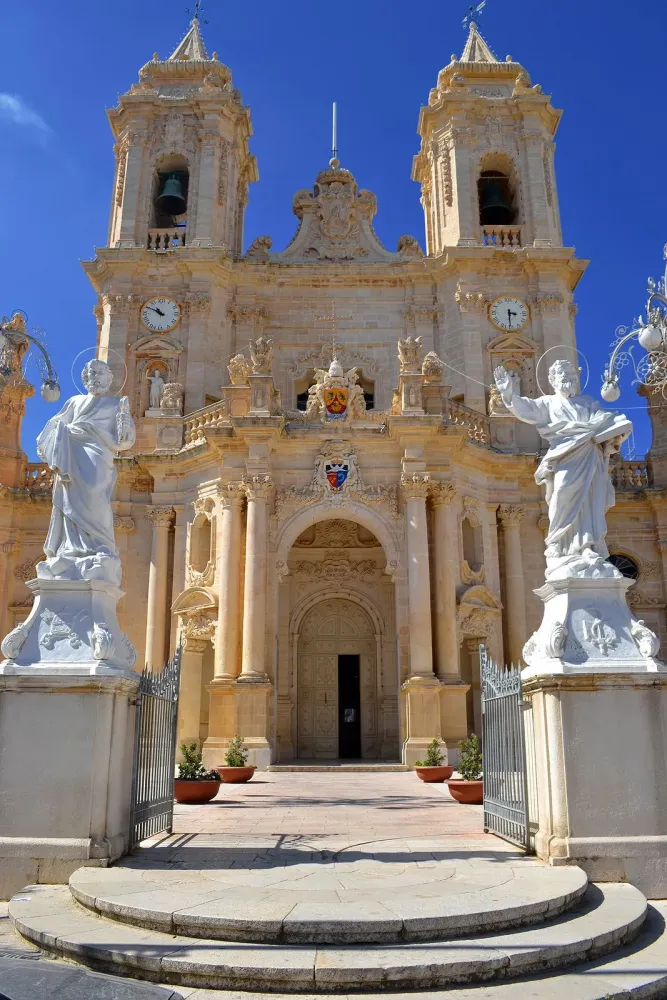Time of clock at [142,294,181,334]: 10:50
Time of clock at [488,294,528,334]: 3:30
